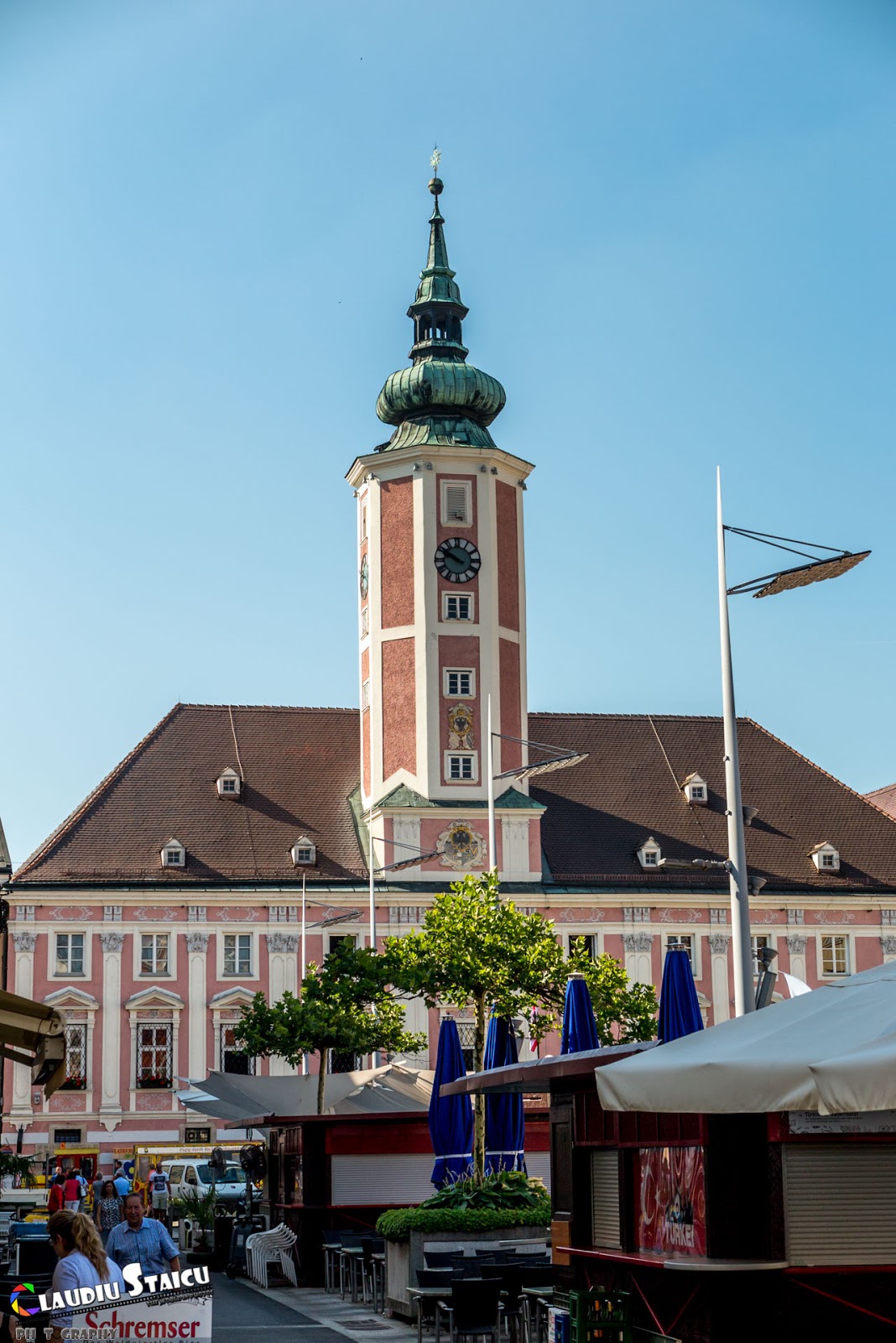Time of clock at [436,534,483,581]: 9:50
